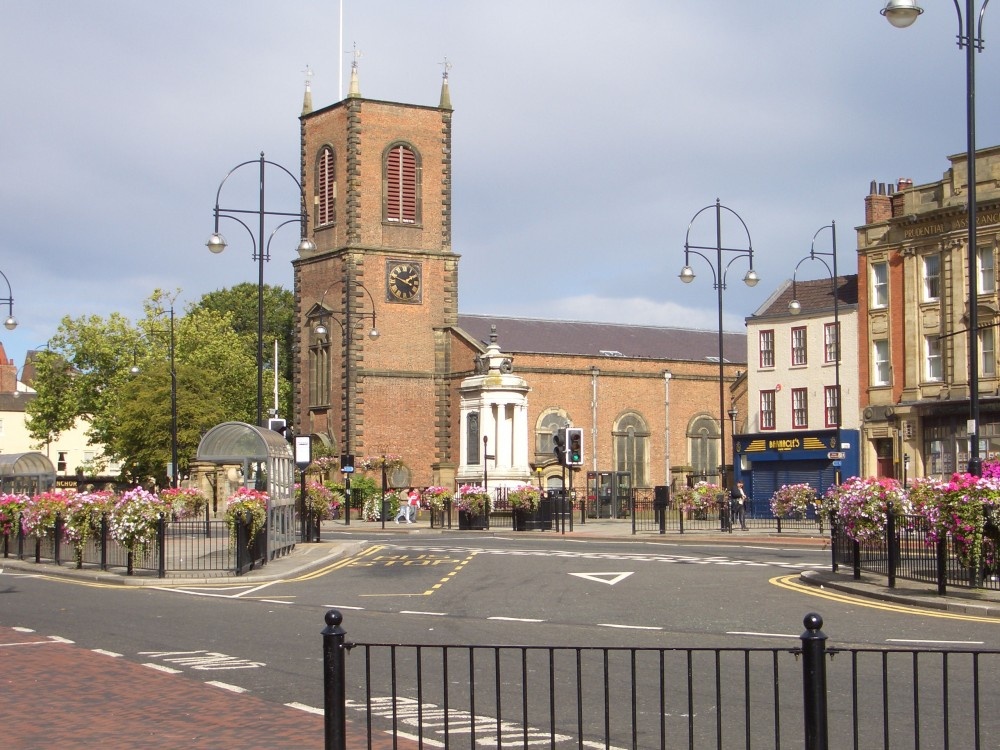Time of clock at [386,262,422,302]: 1:47
